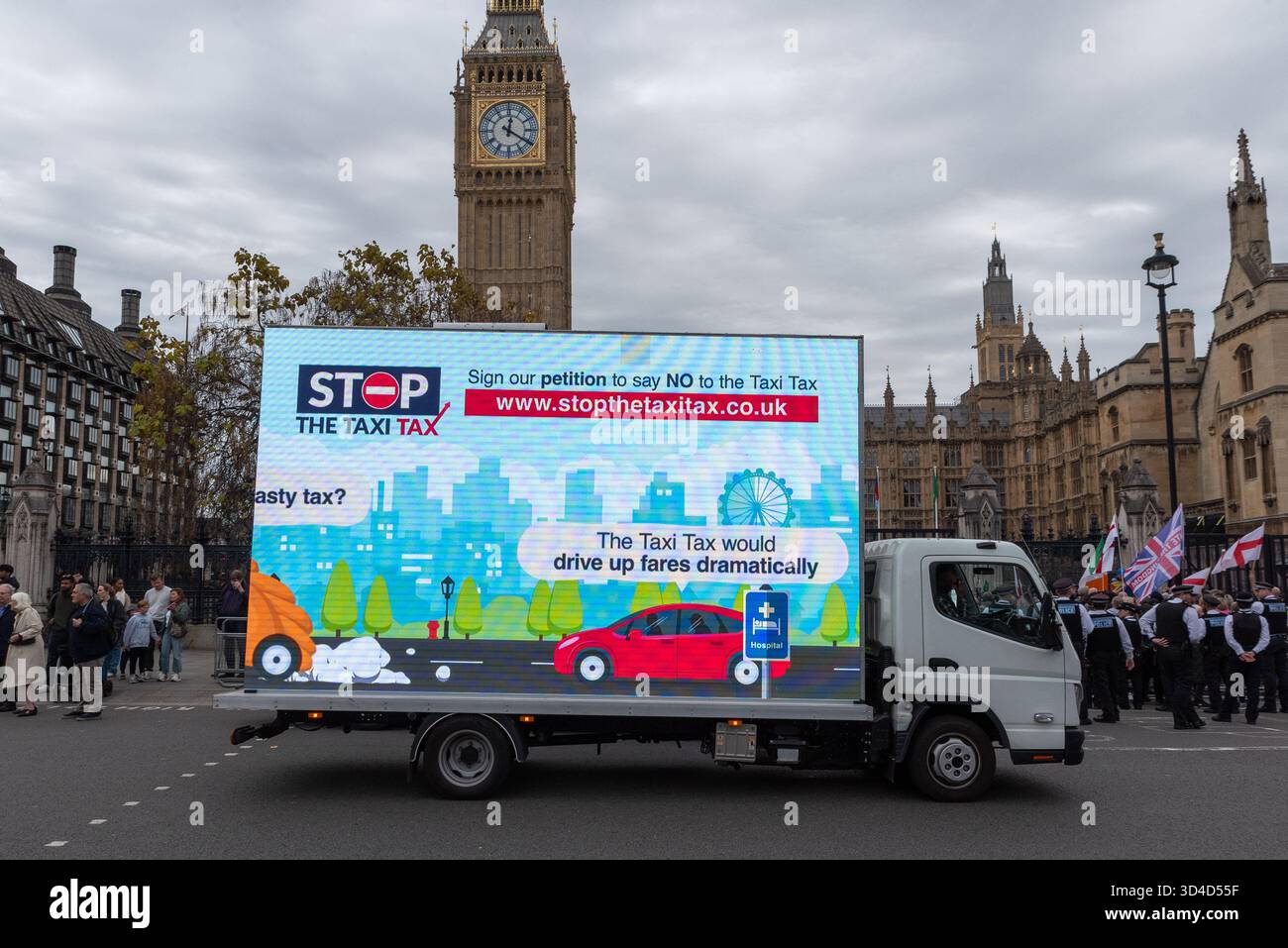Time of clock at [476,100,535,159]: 12:20
